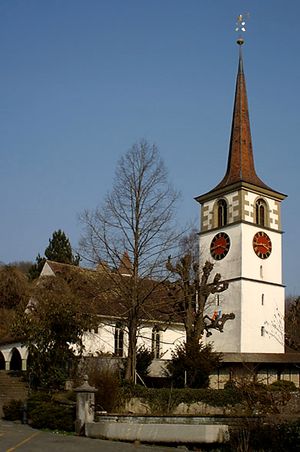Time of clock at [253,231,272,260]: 3:43
